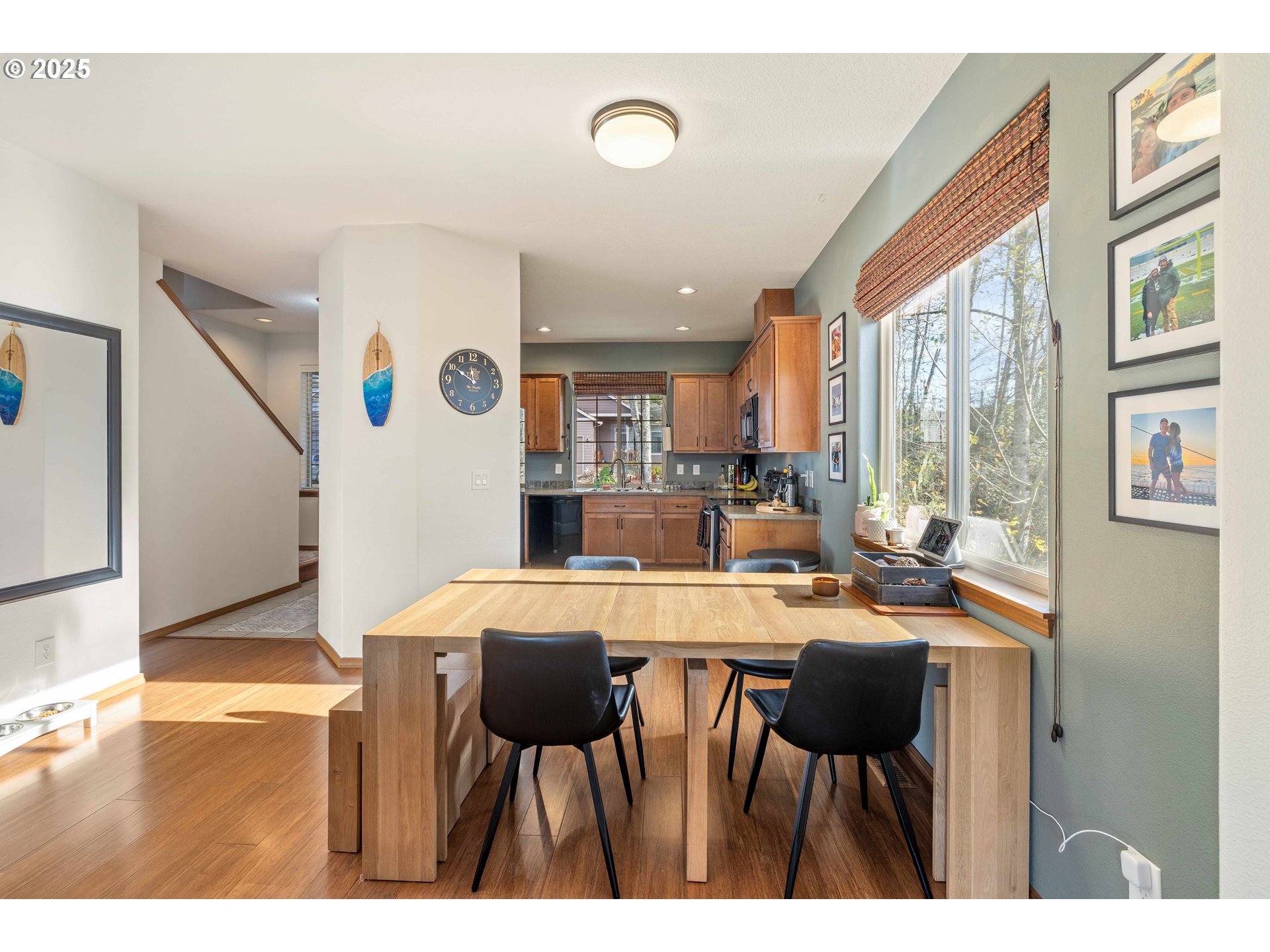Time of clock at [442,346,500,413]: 11:50
